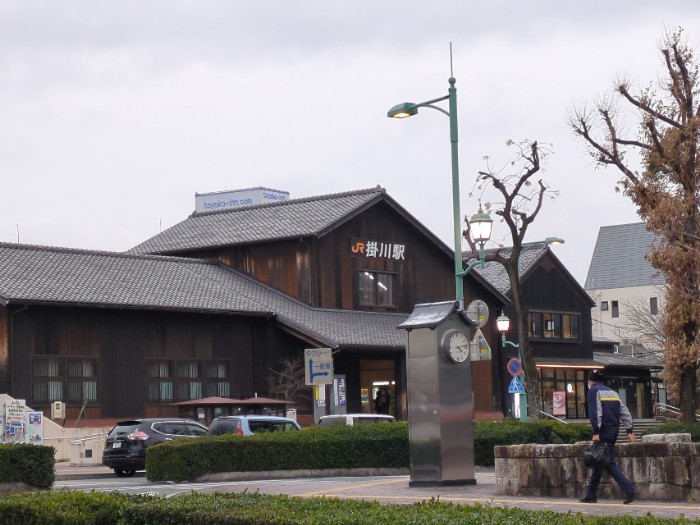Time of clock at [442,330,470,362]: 4:13
